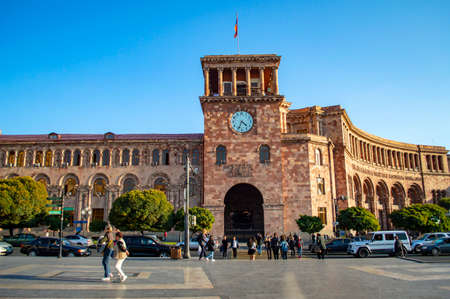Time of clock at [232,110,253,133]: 4:34
